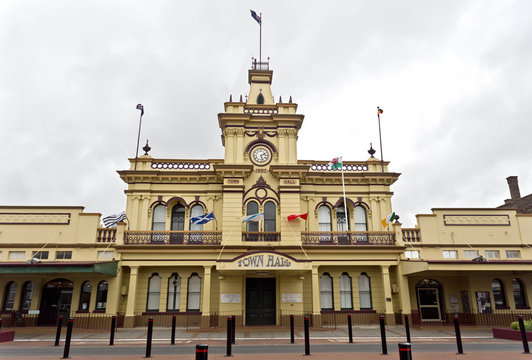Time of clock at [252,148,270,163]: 2:27
